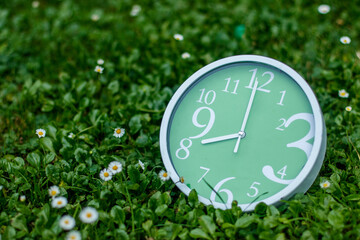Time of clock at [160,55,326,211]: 7:59
